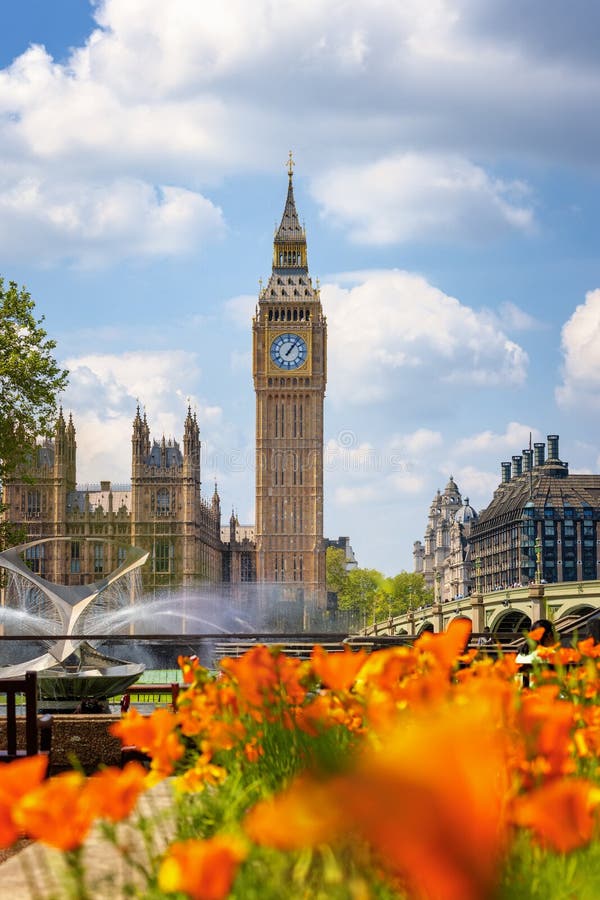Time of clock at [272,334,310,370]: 1:06
